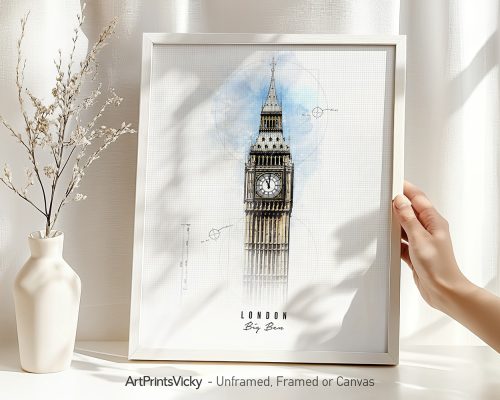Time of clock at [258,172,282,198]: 11:00
